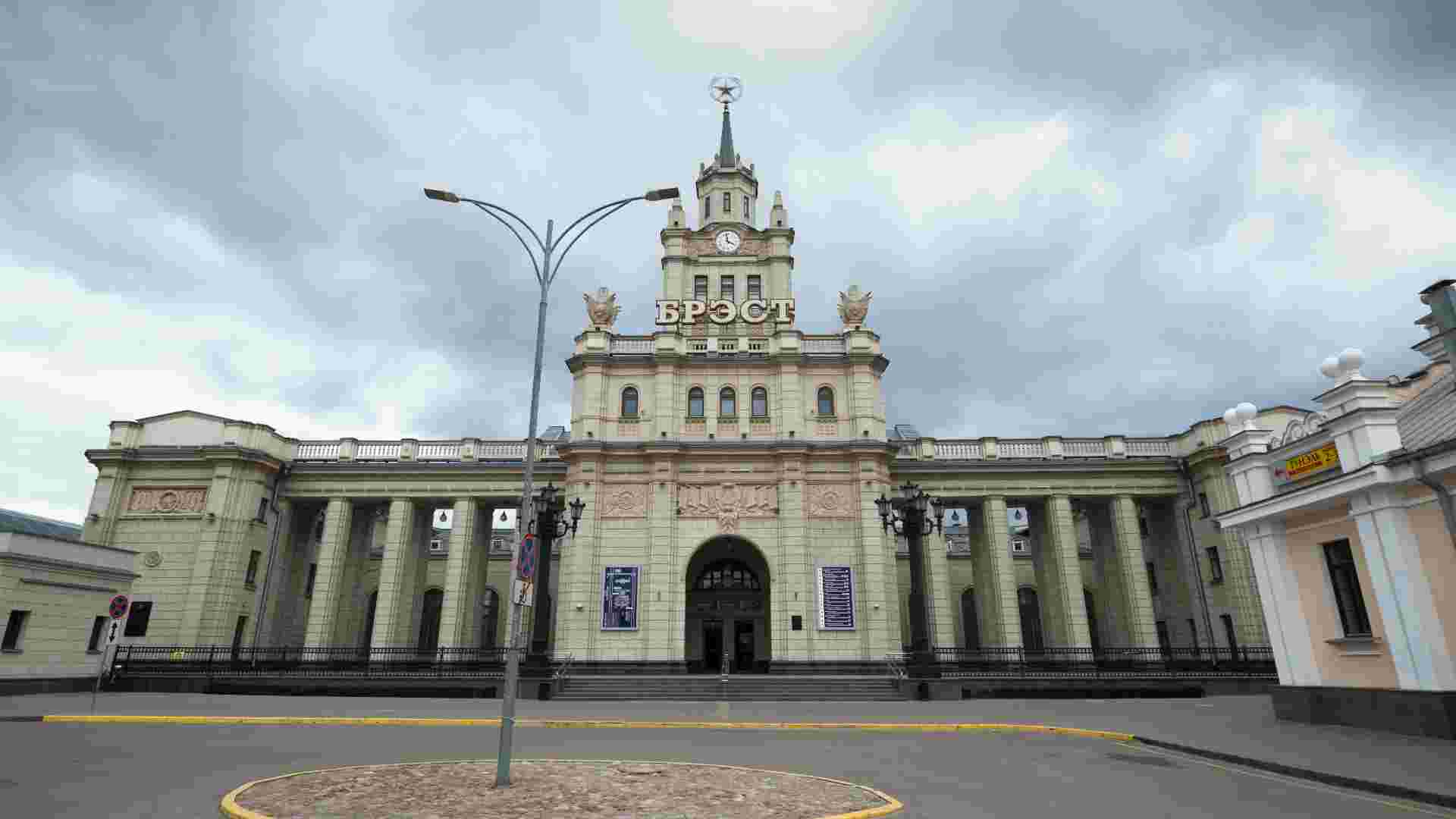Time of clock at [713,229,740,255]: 3:58
